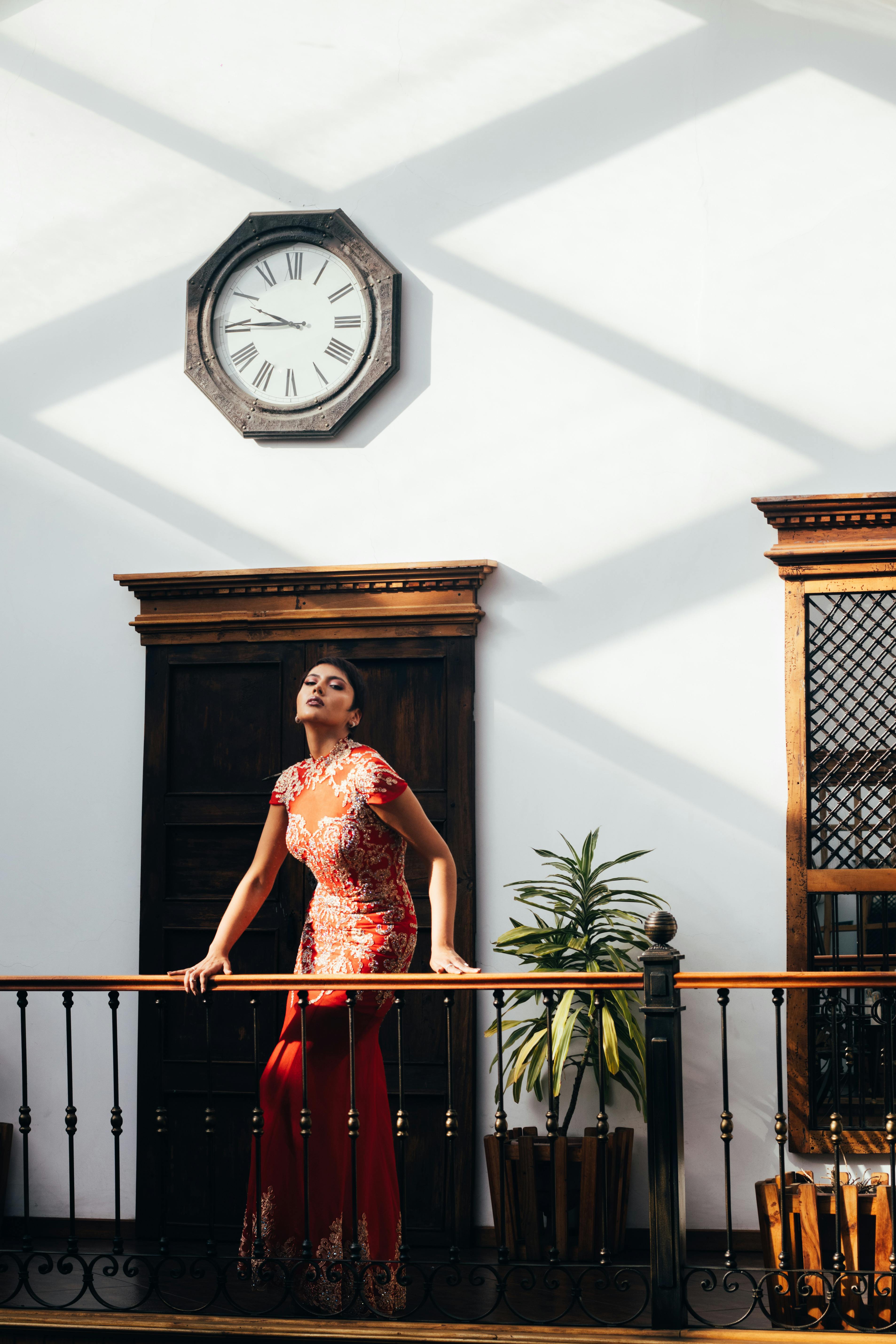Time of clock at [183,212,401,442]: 9:44
